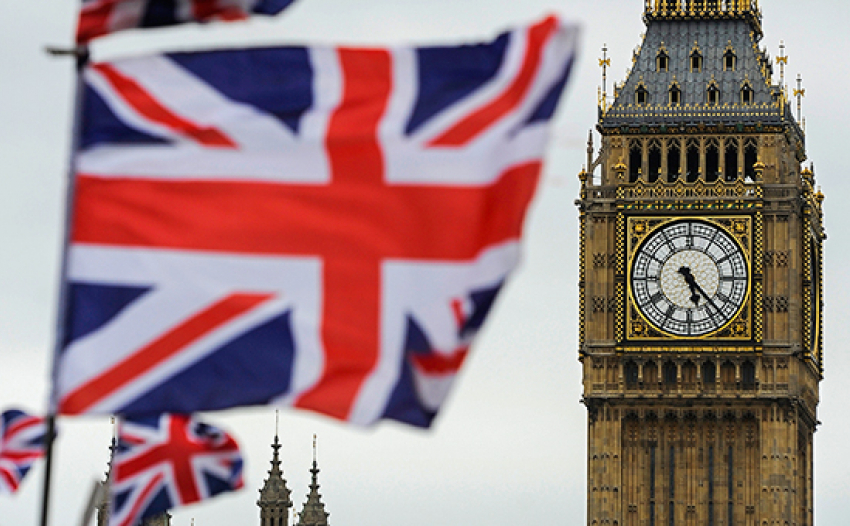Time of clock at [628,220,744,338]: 5:22
